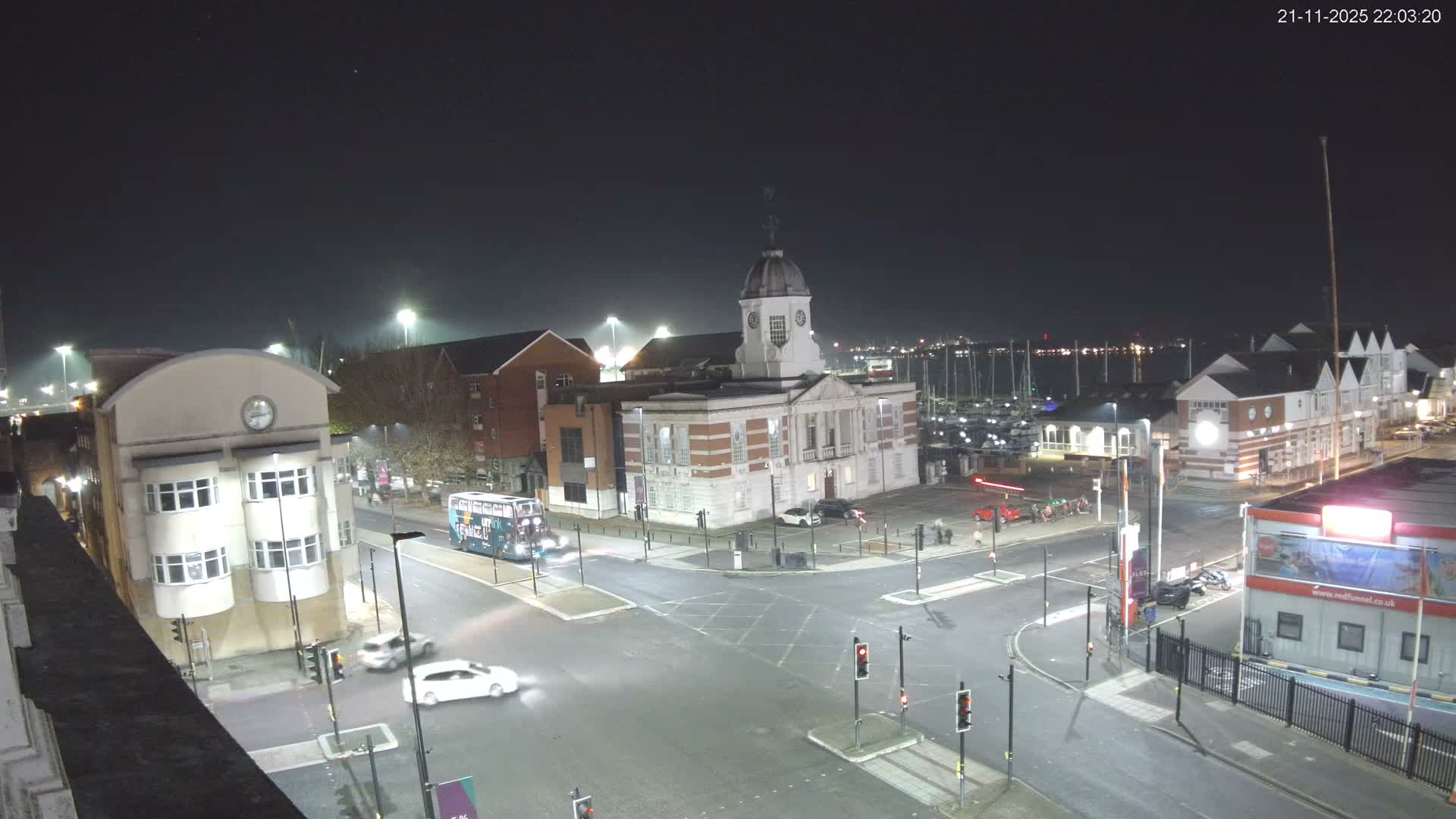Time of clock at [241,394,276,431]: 8:12
